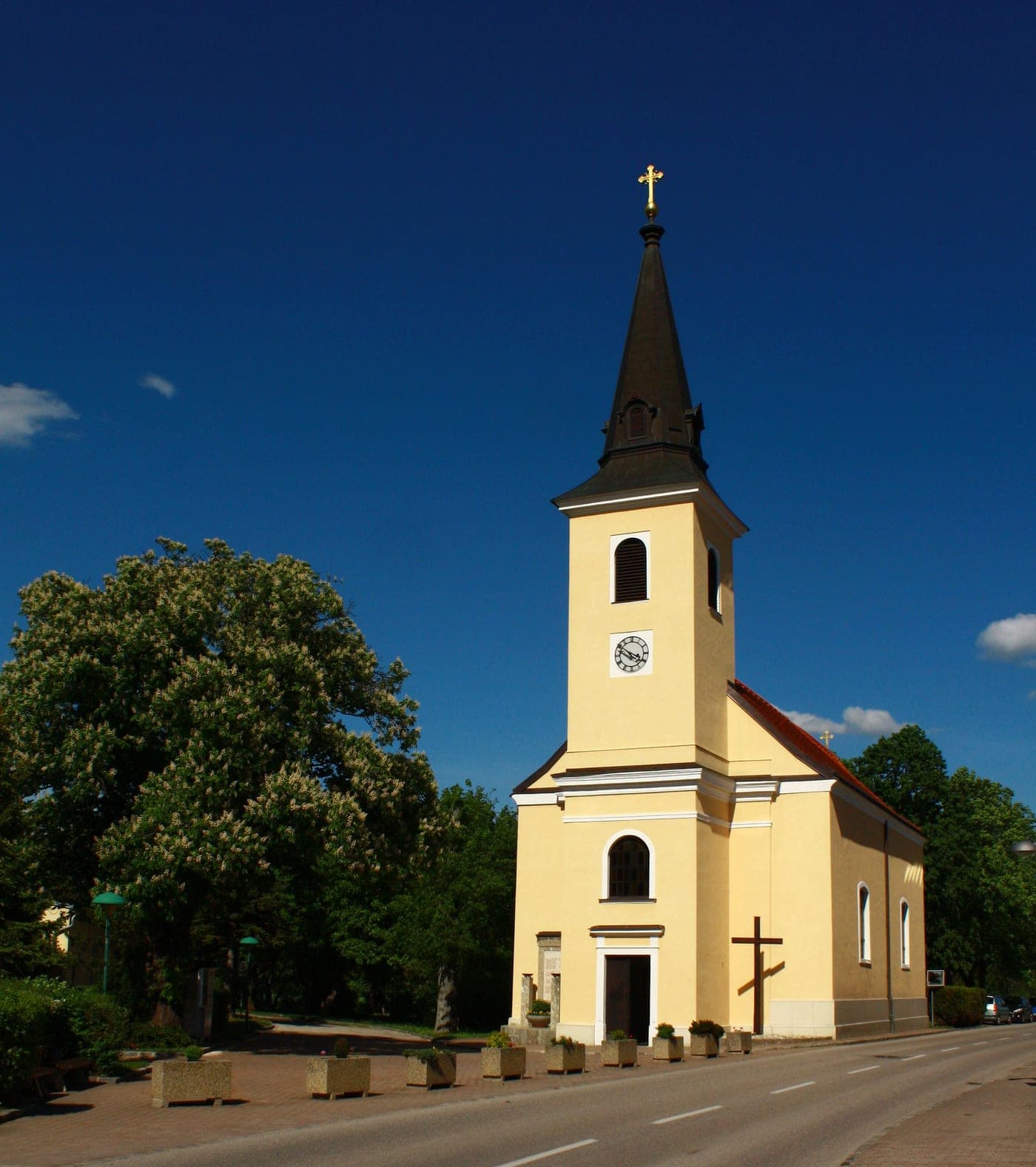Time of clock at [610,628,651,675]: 3:50
